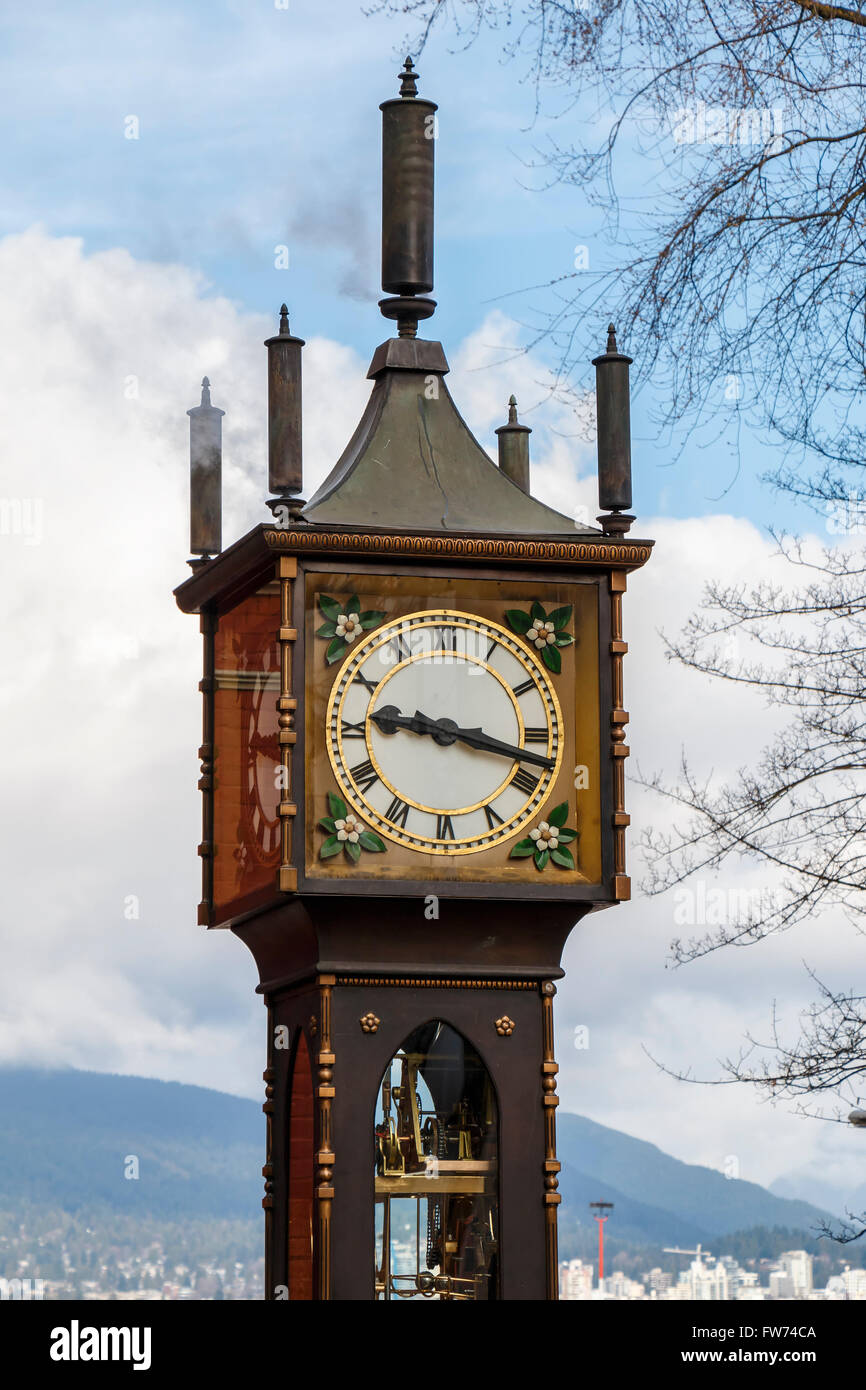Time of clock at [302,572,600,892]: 9:17
